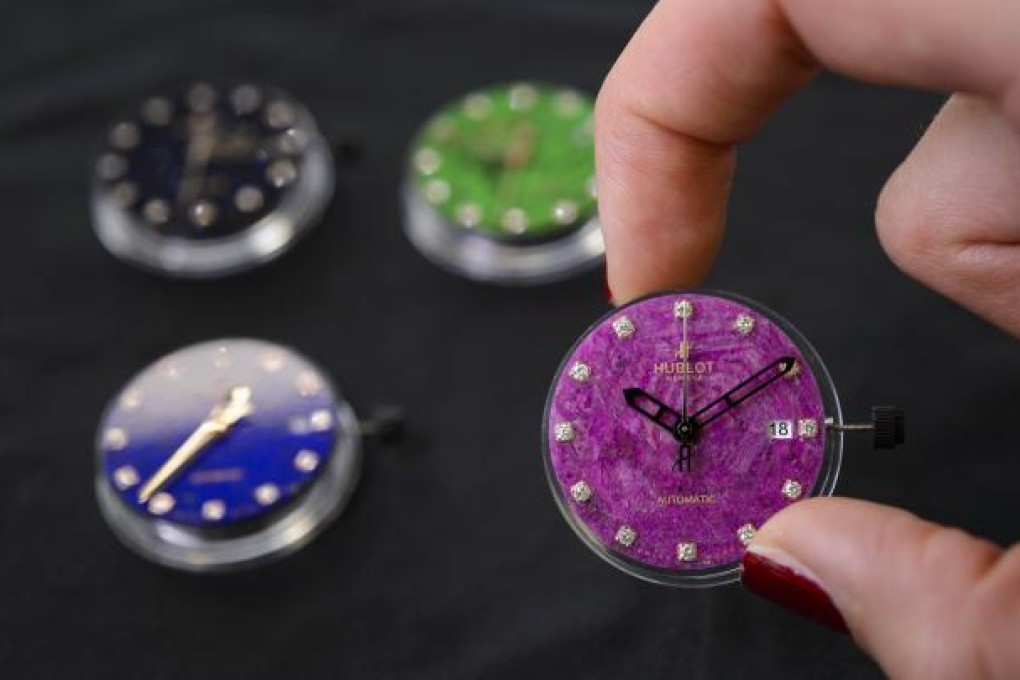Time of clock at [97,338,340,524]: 7:37
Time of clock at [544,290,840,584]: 10:09
